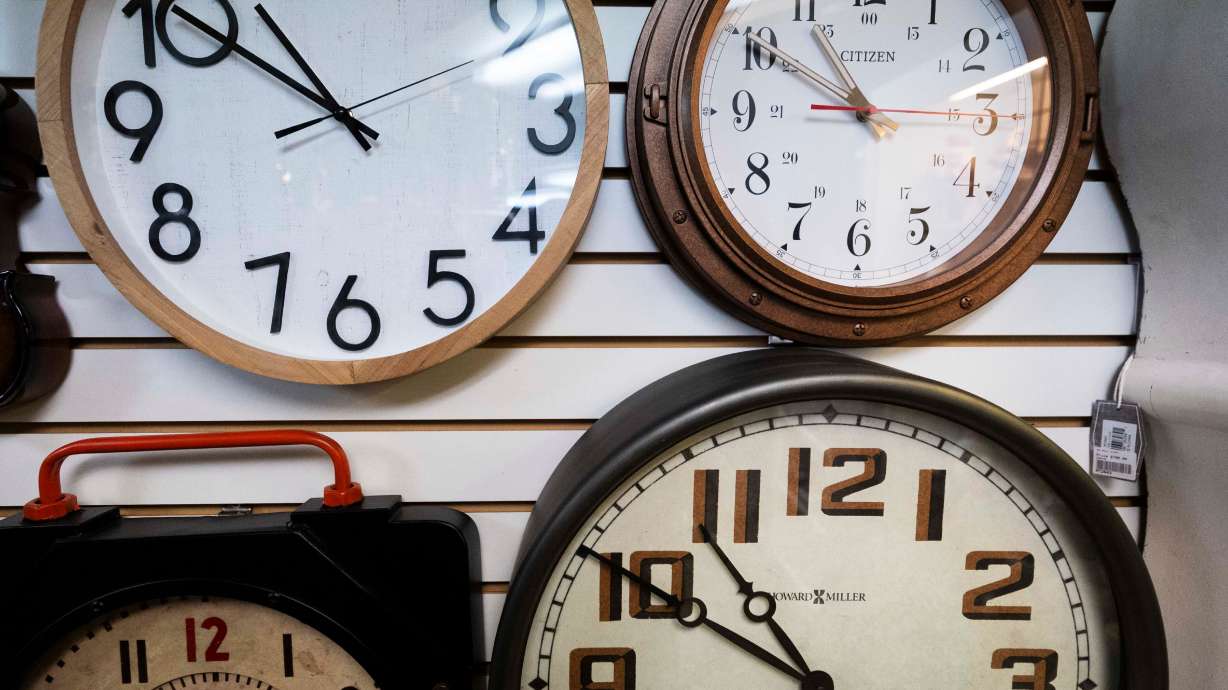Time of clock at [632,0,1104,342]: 10:50
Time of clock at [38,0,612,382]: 10:50
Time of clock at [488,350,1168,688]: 10:49
